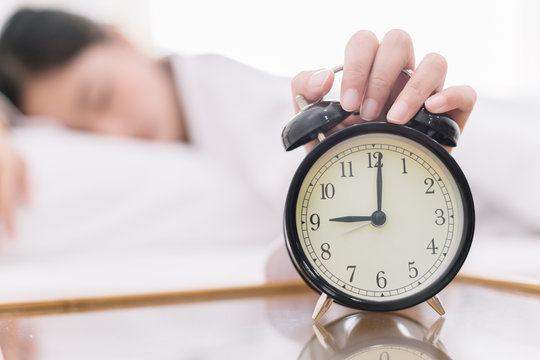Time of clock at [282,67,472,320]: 9:01
